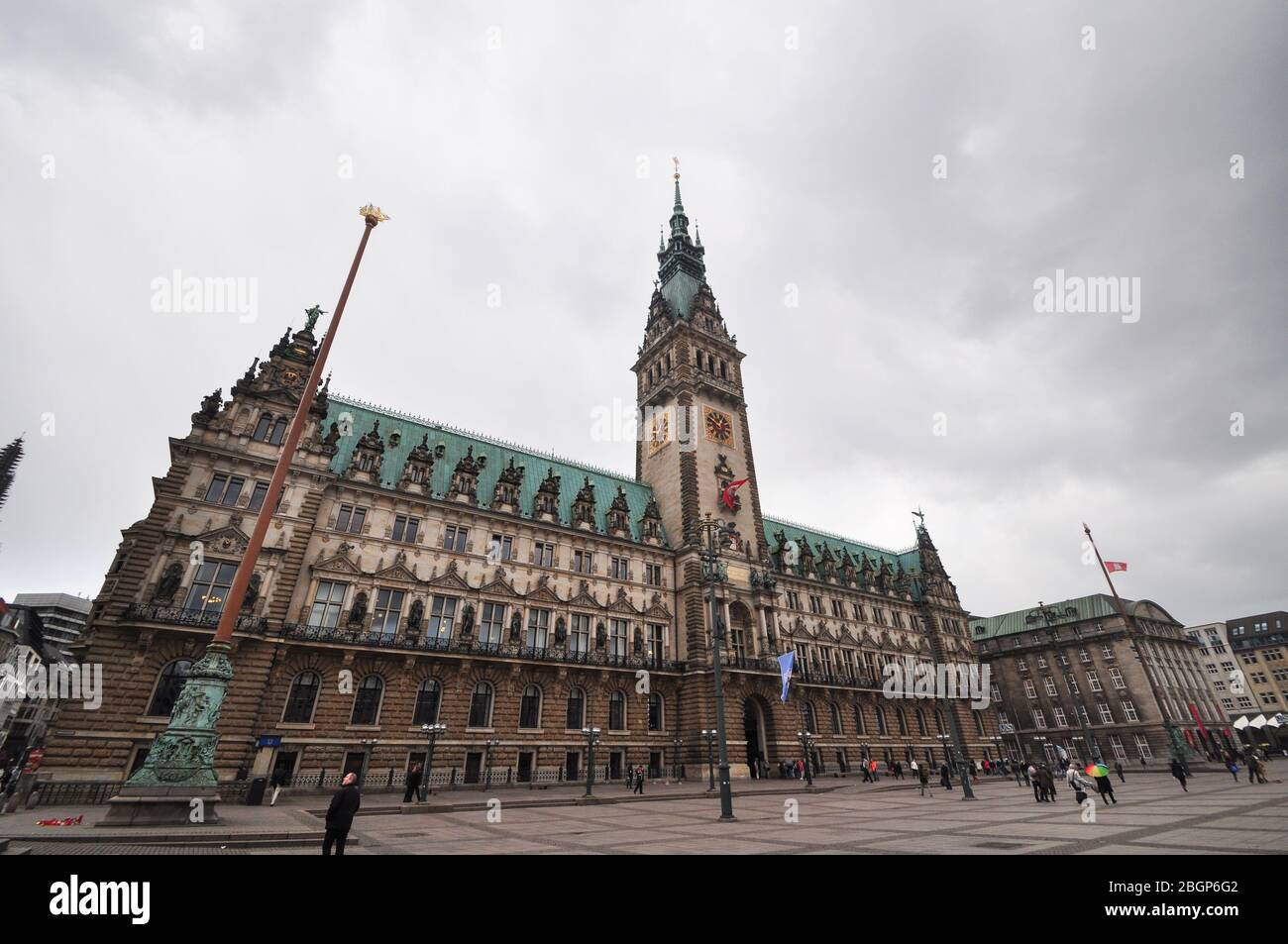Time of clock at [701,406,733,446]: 12:49
